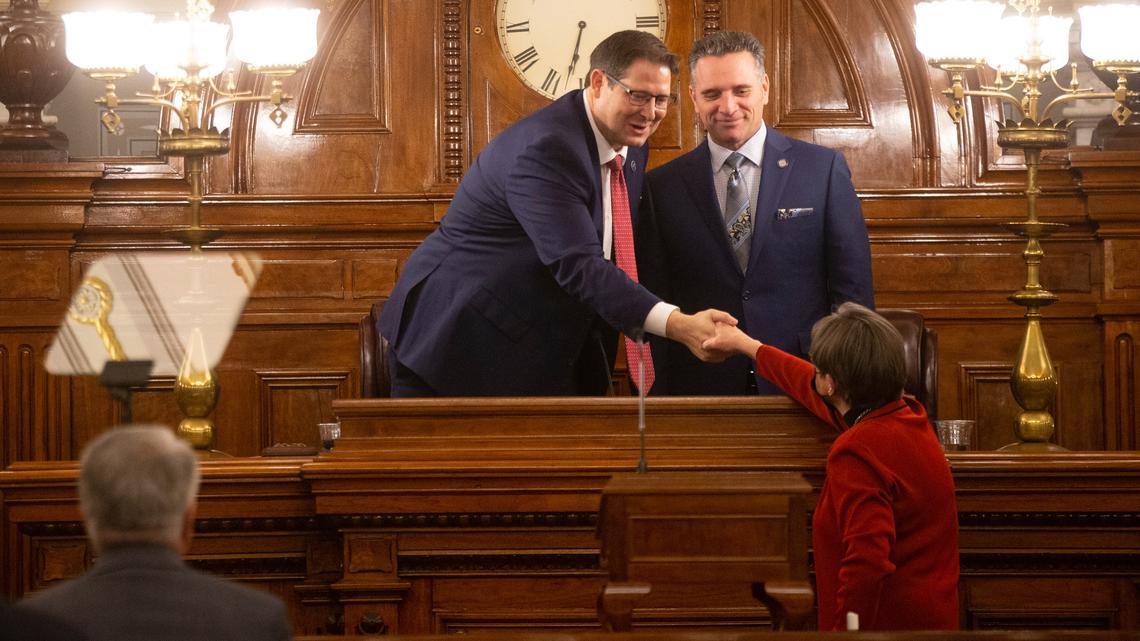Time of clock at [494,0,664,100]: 6:32
